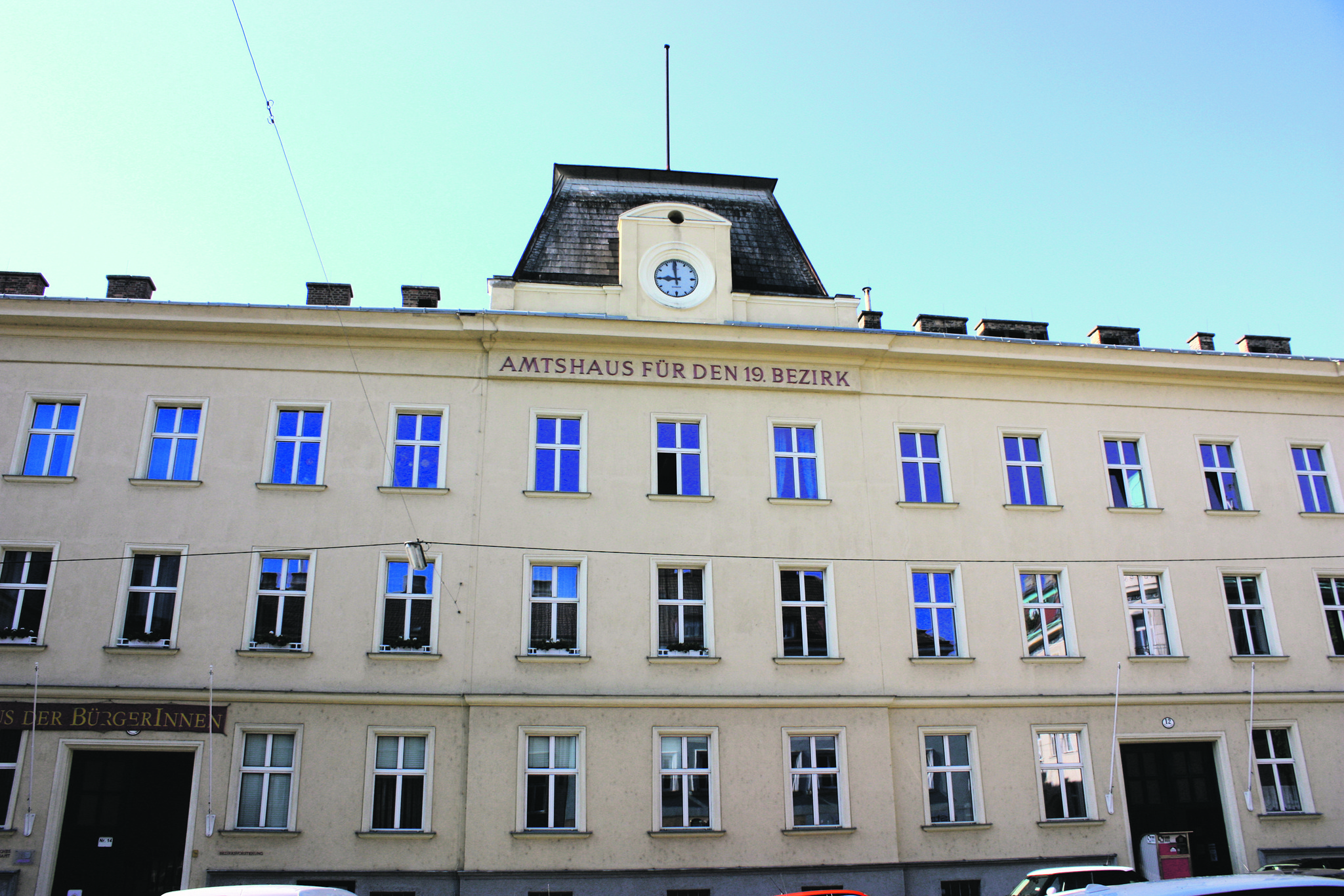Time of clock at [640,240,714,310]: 8:59
